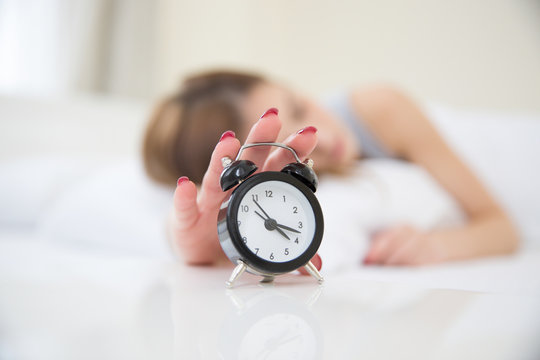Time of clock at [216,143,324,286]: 4:17
